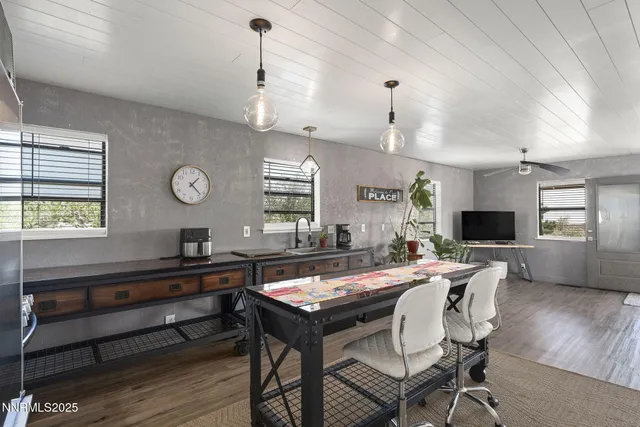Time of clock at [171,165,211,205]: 1:22
